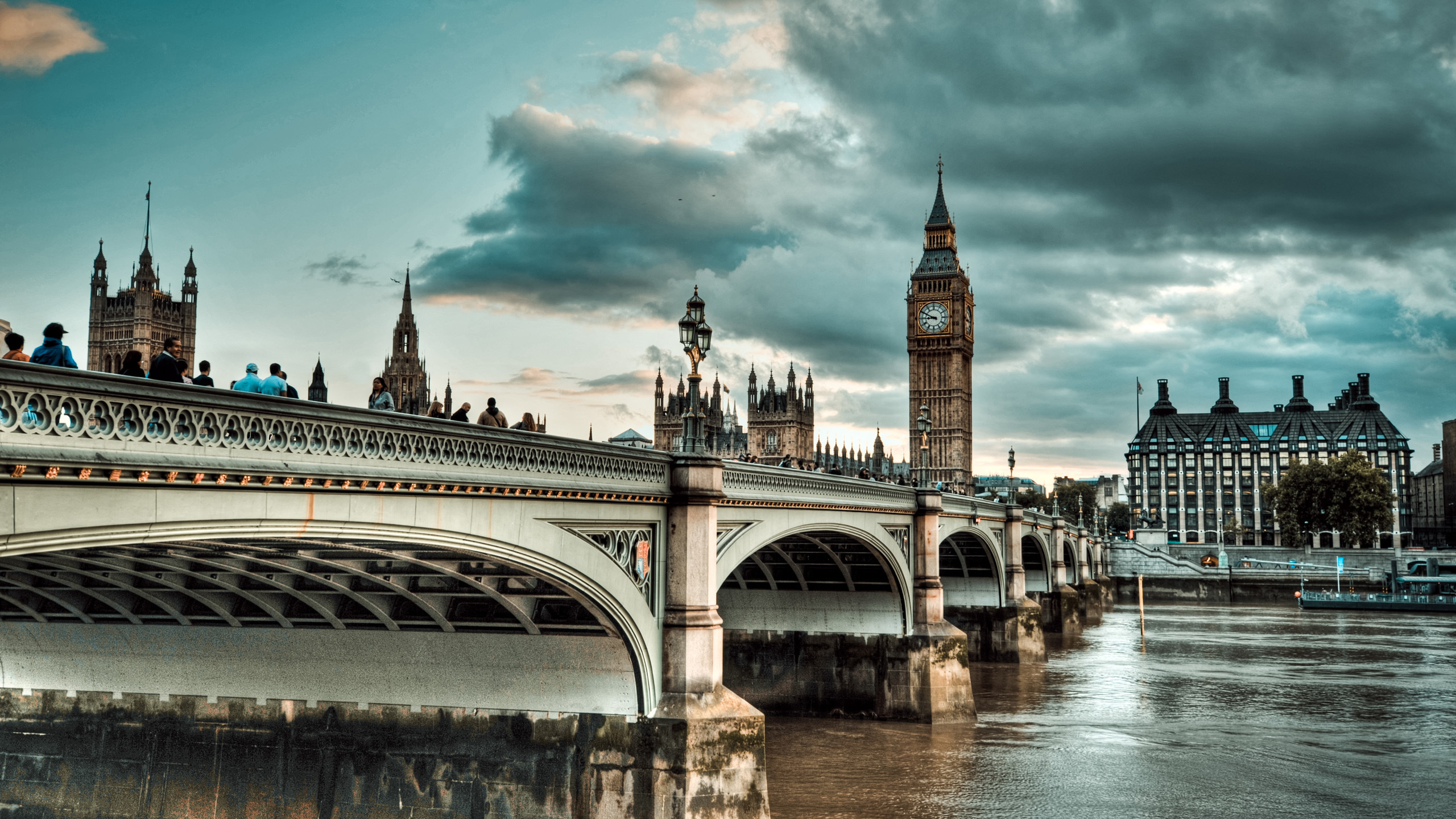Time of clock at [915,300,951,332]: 8:49
